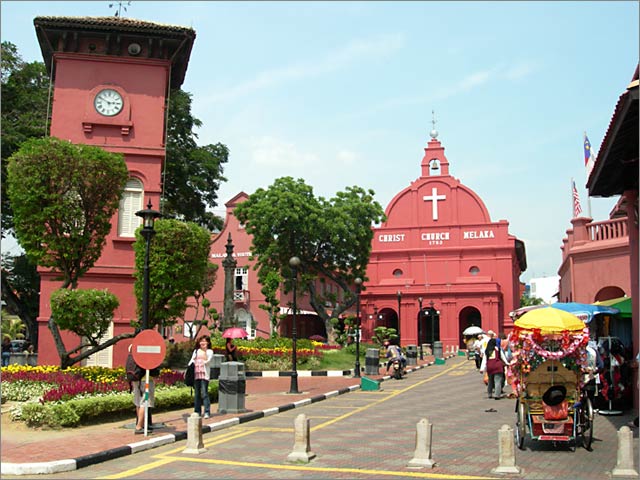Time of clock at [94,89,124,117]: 2:49
